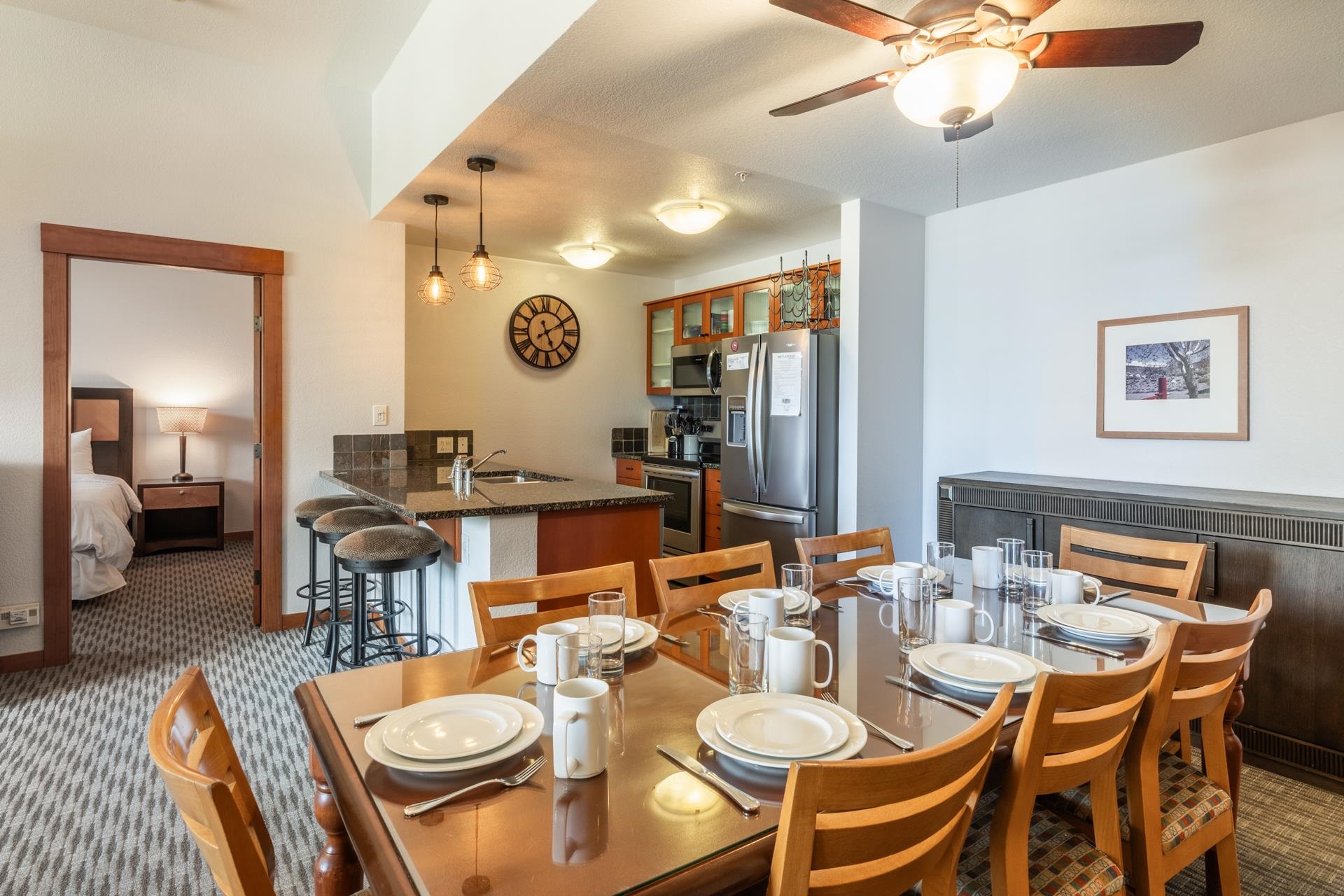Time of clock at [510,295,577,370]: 5:10
